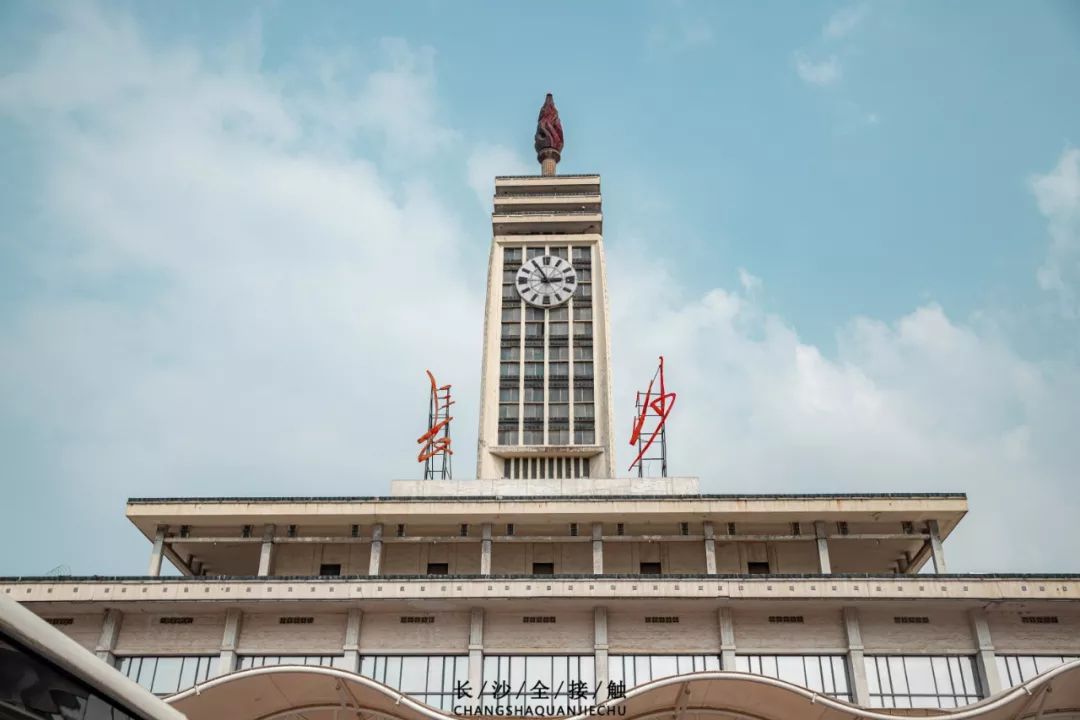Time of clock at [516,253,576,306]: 2:54
